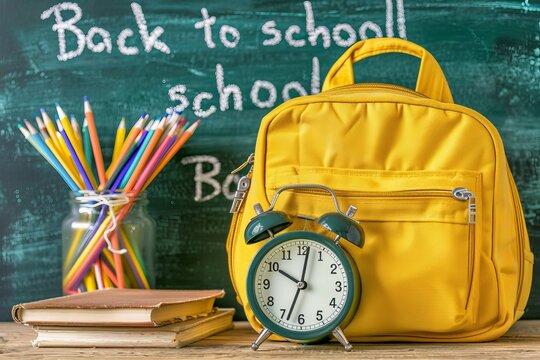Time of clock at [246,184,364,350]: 10:01
